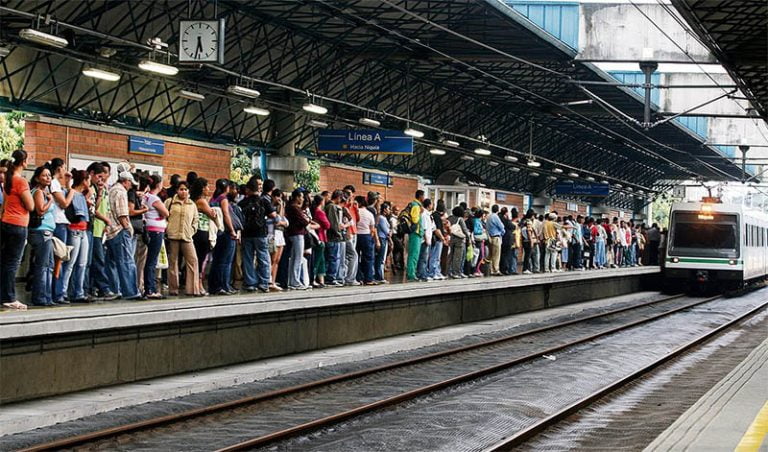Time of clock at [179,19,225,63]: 5:31
